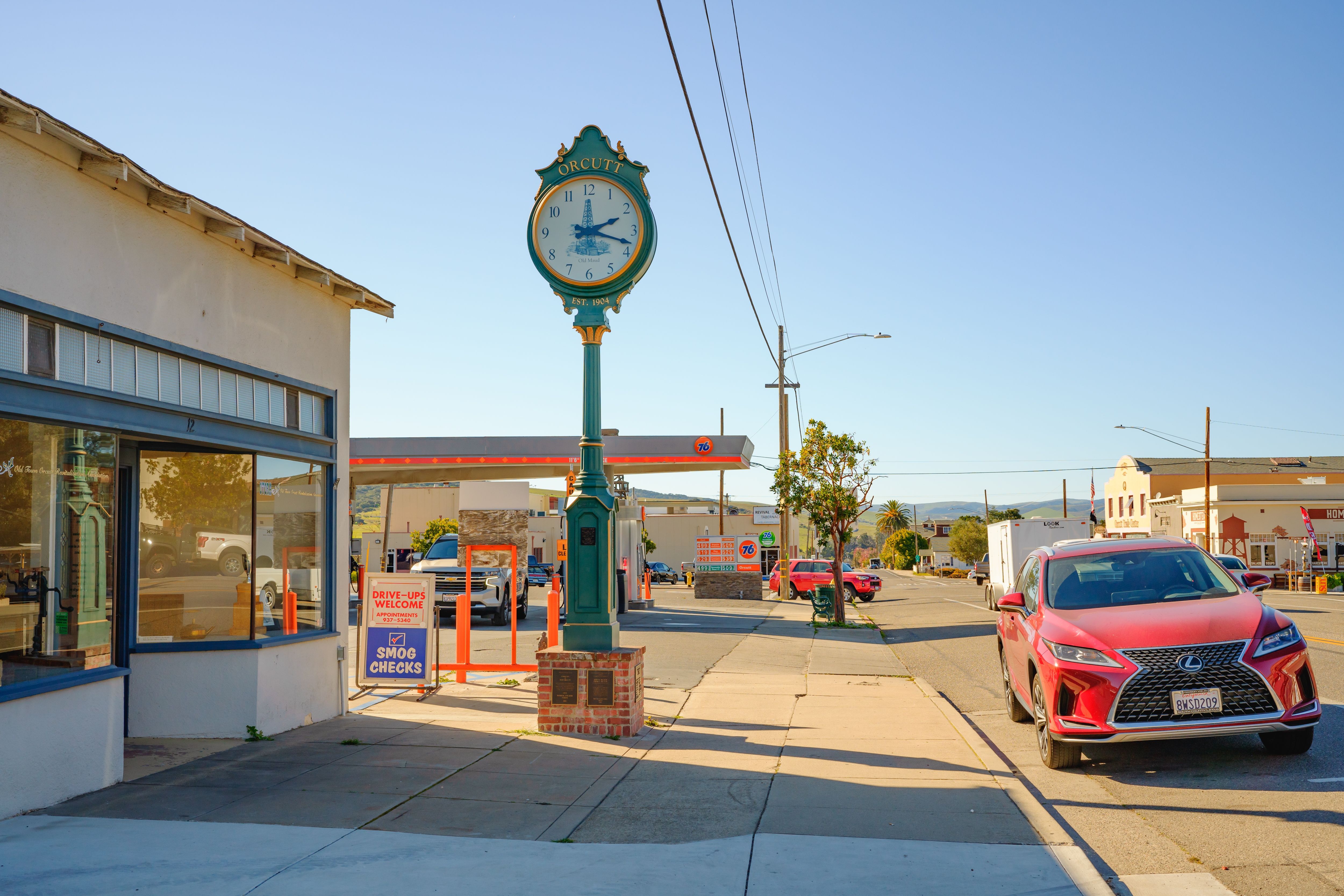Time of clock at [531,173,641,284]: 2:17
